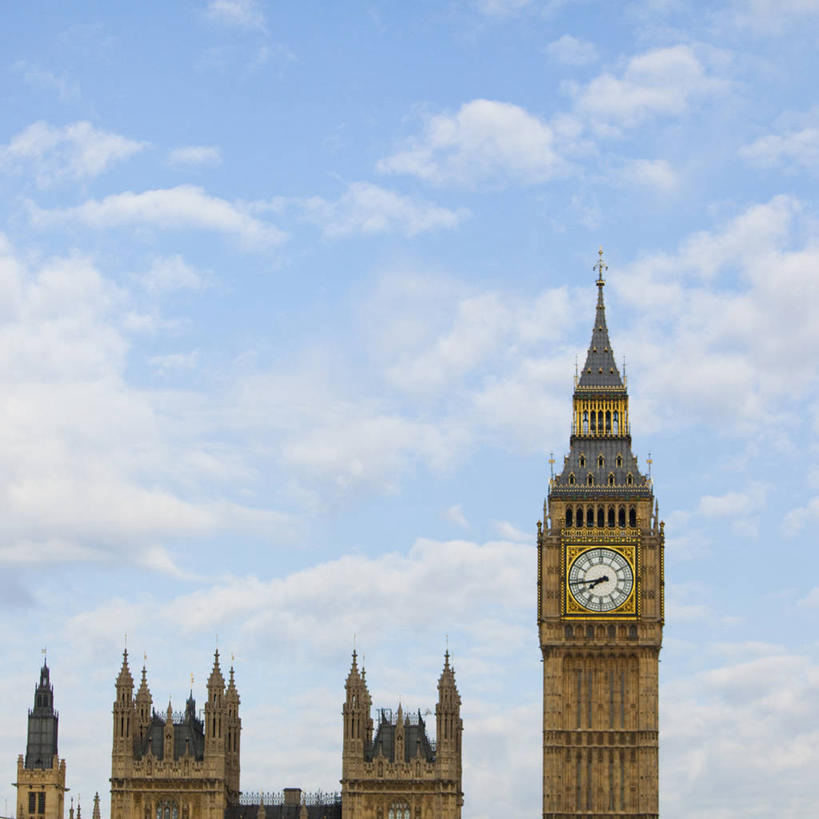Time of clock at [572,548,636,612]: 7:43
